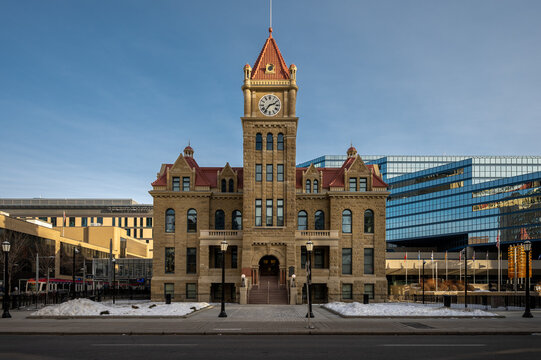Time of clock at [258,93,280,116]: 2:36
